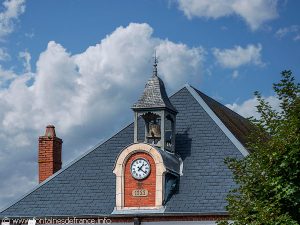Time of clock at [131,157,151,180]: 1:21
